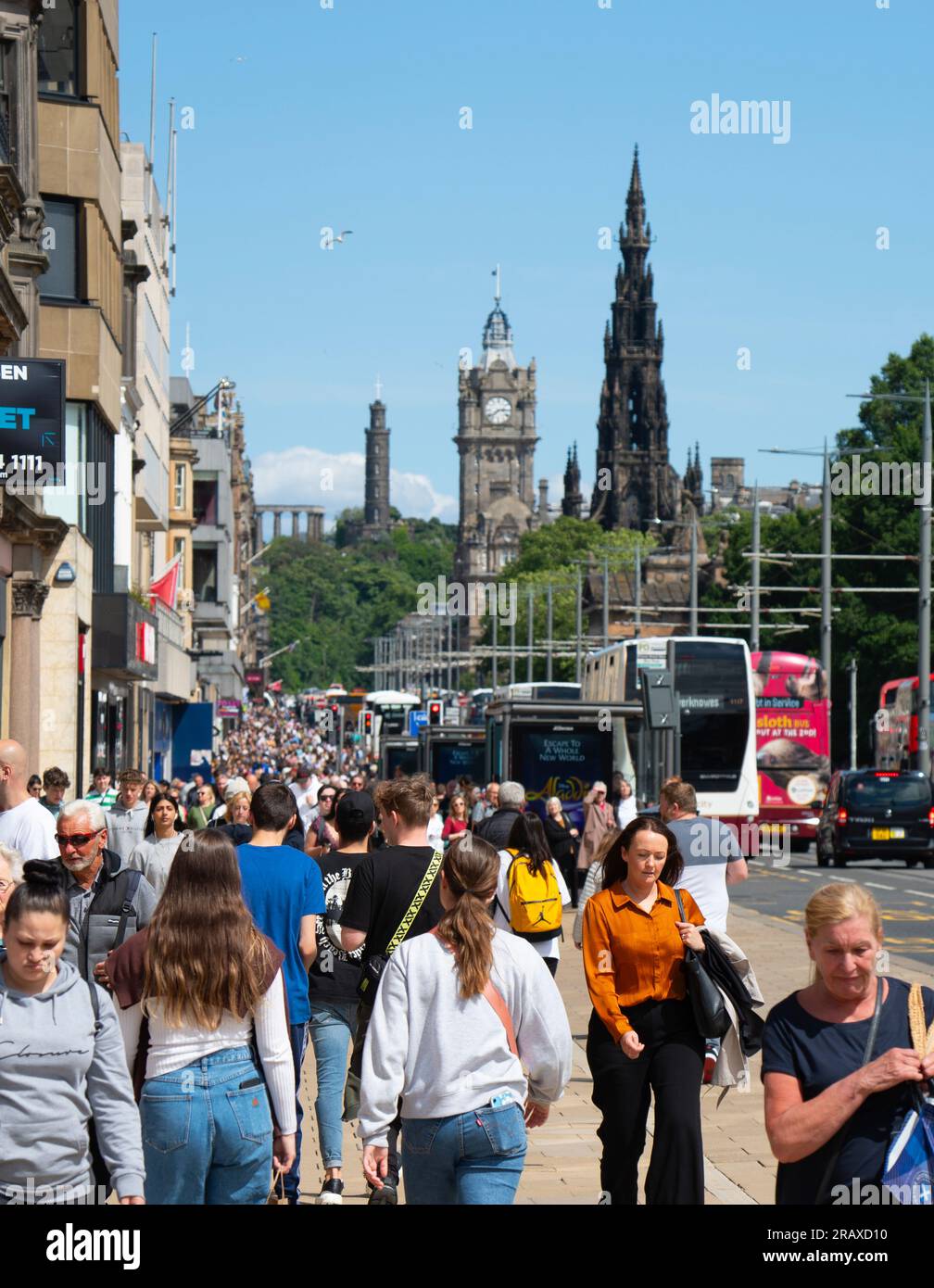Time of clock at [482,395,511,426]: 2:38
